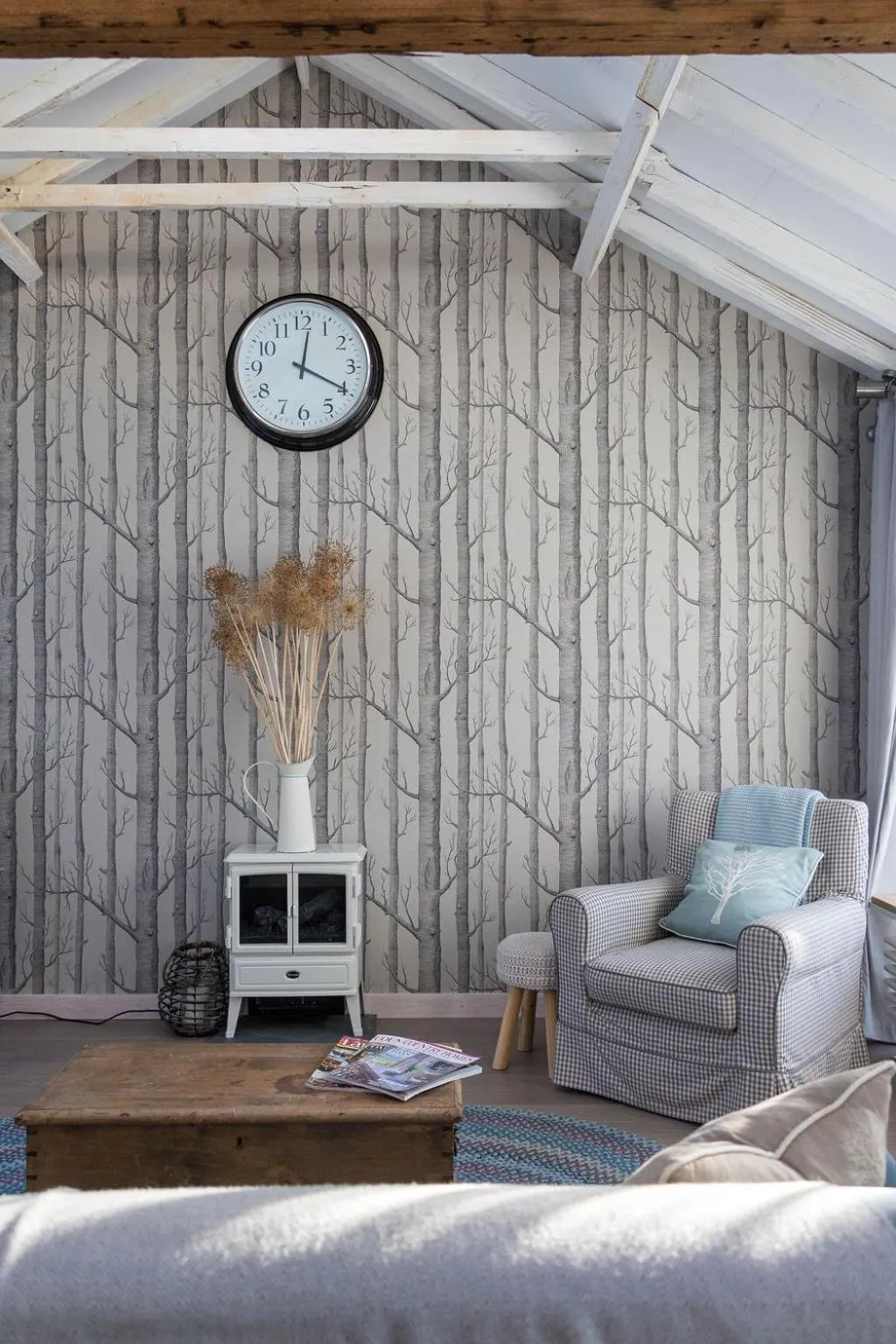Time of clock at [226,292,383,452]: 12:19
